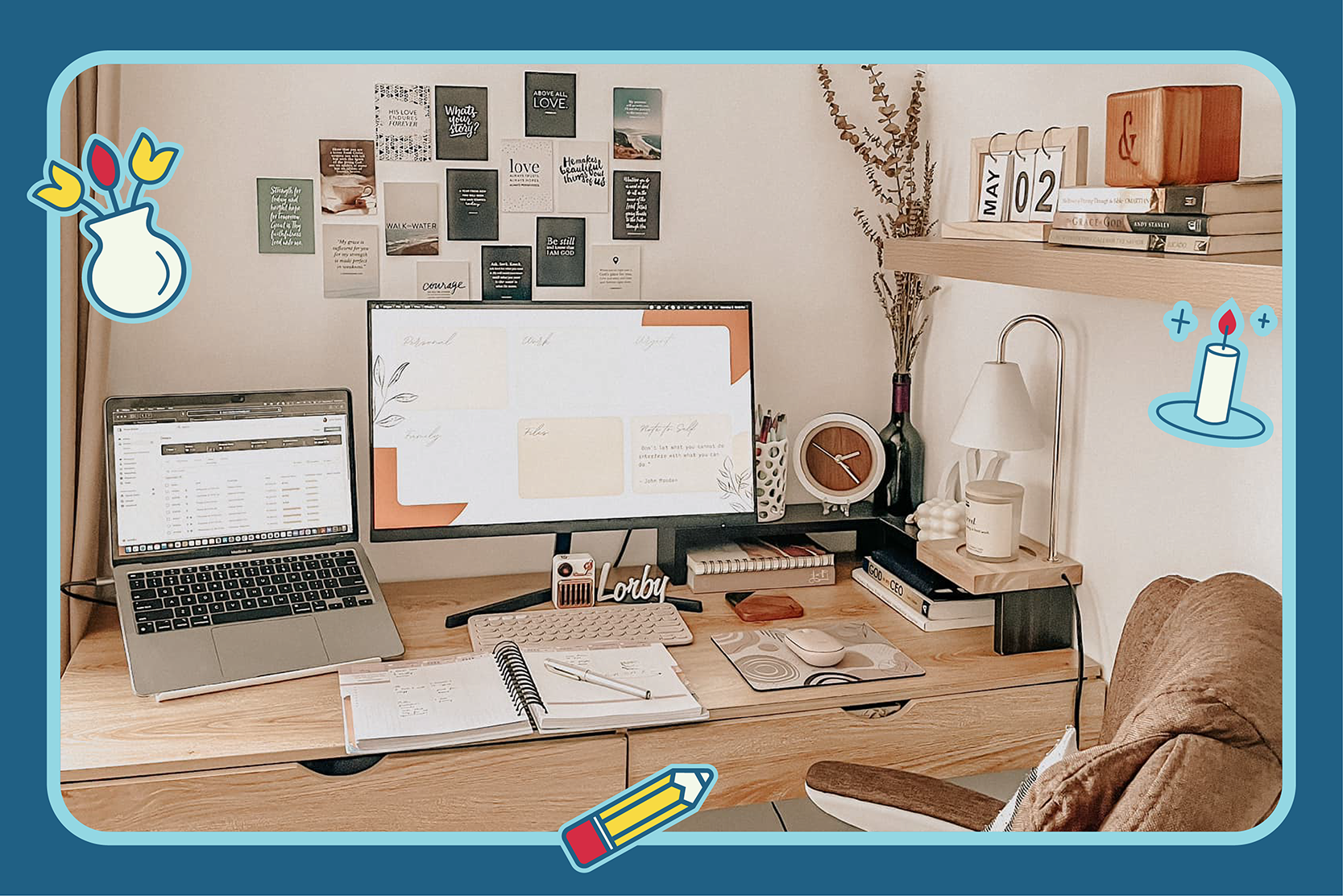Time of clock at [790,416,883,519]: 2:23
